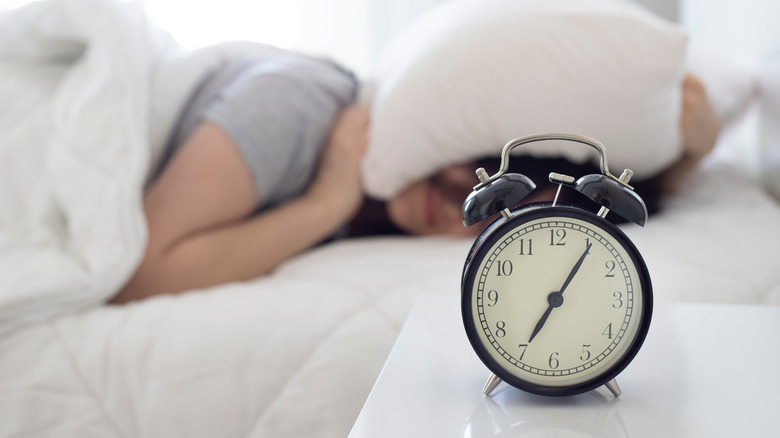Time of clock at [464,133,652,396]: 7:05
